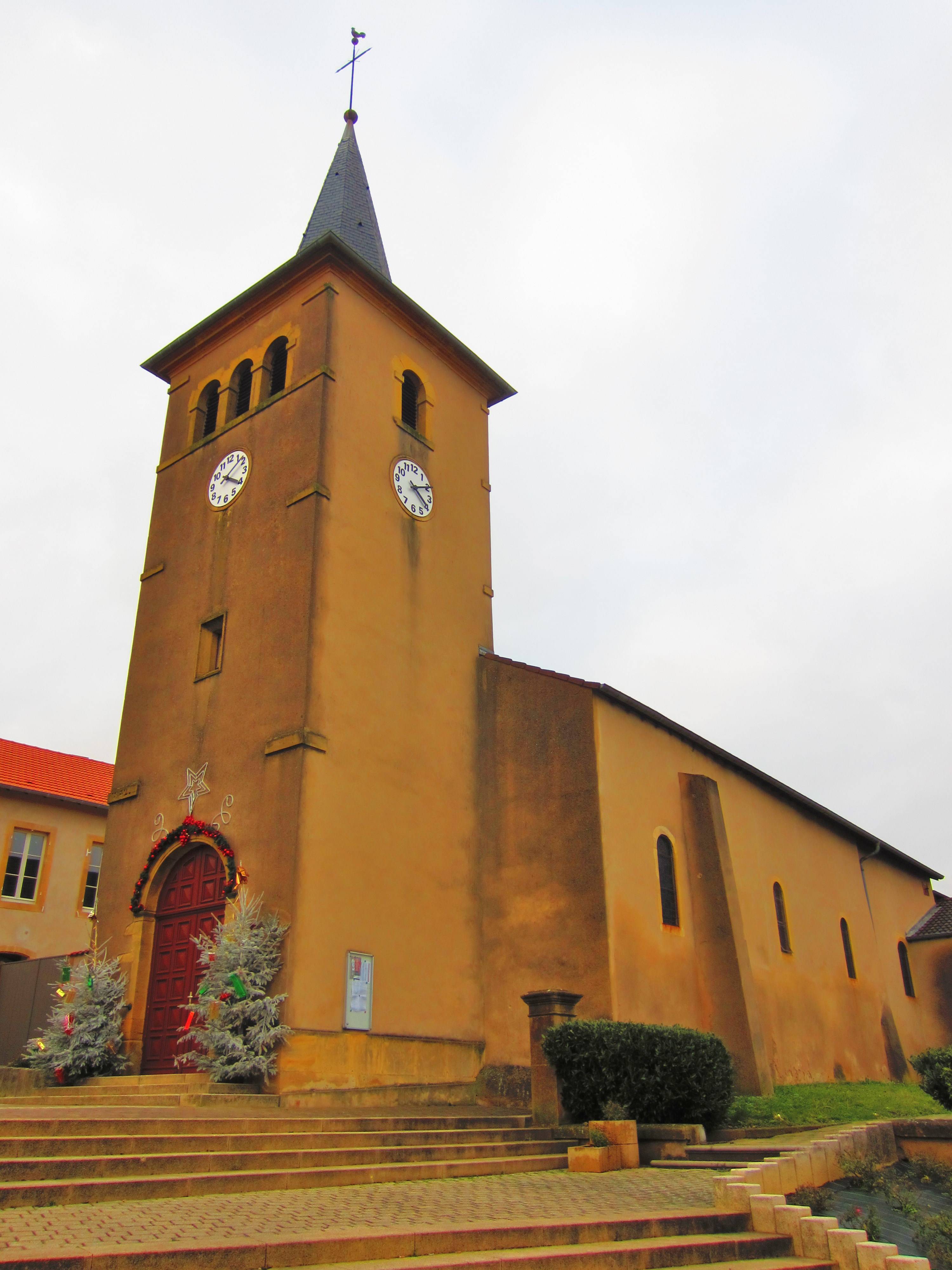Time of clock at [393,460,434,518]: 4:10
